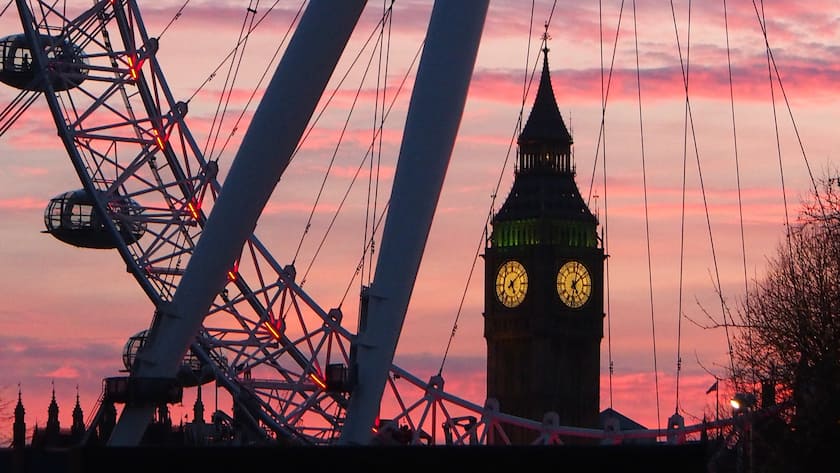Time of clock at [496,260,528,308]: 5:08
